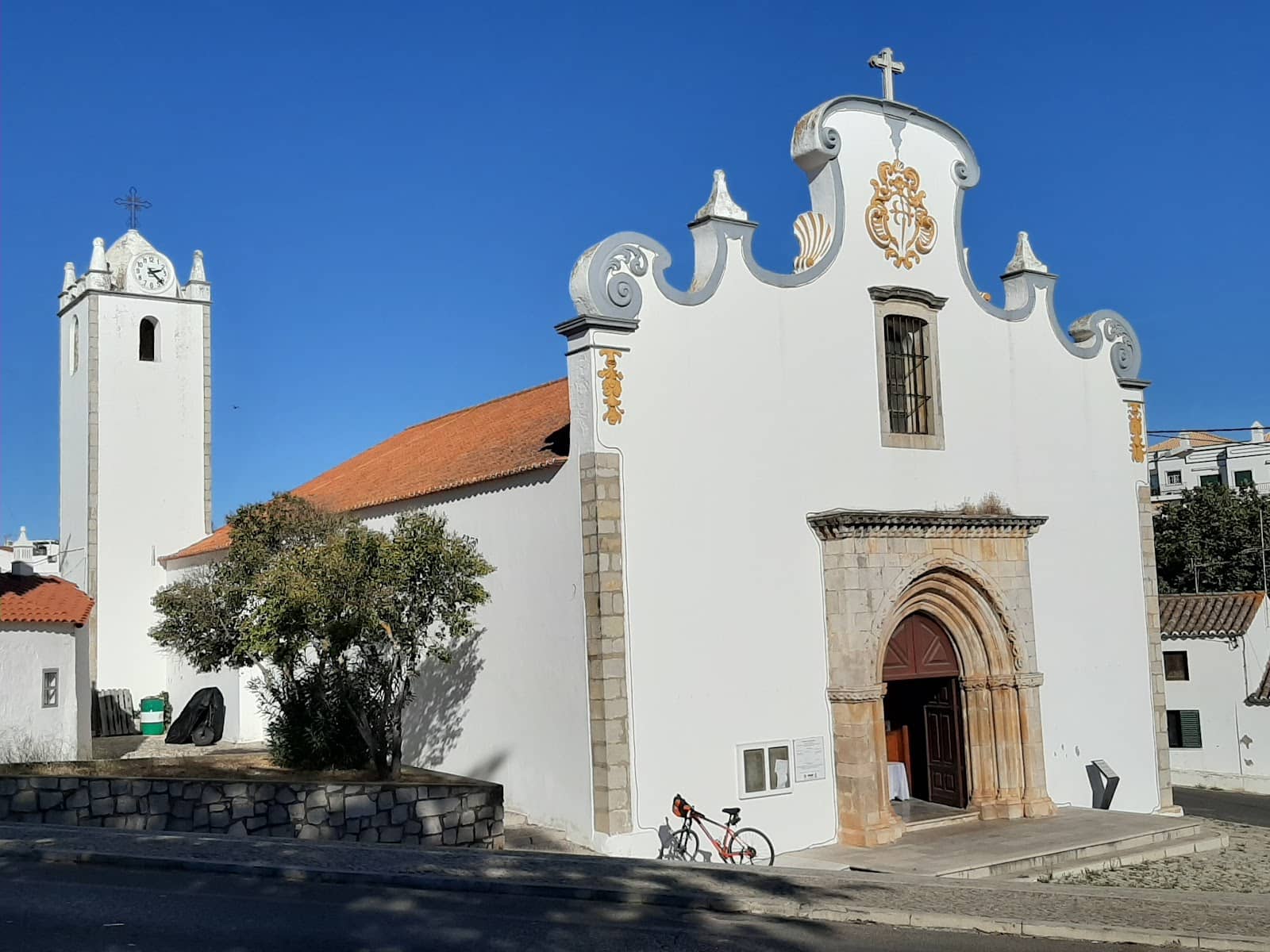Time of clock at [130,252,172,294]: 2:22
